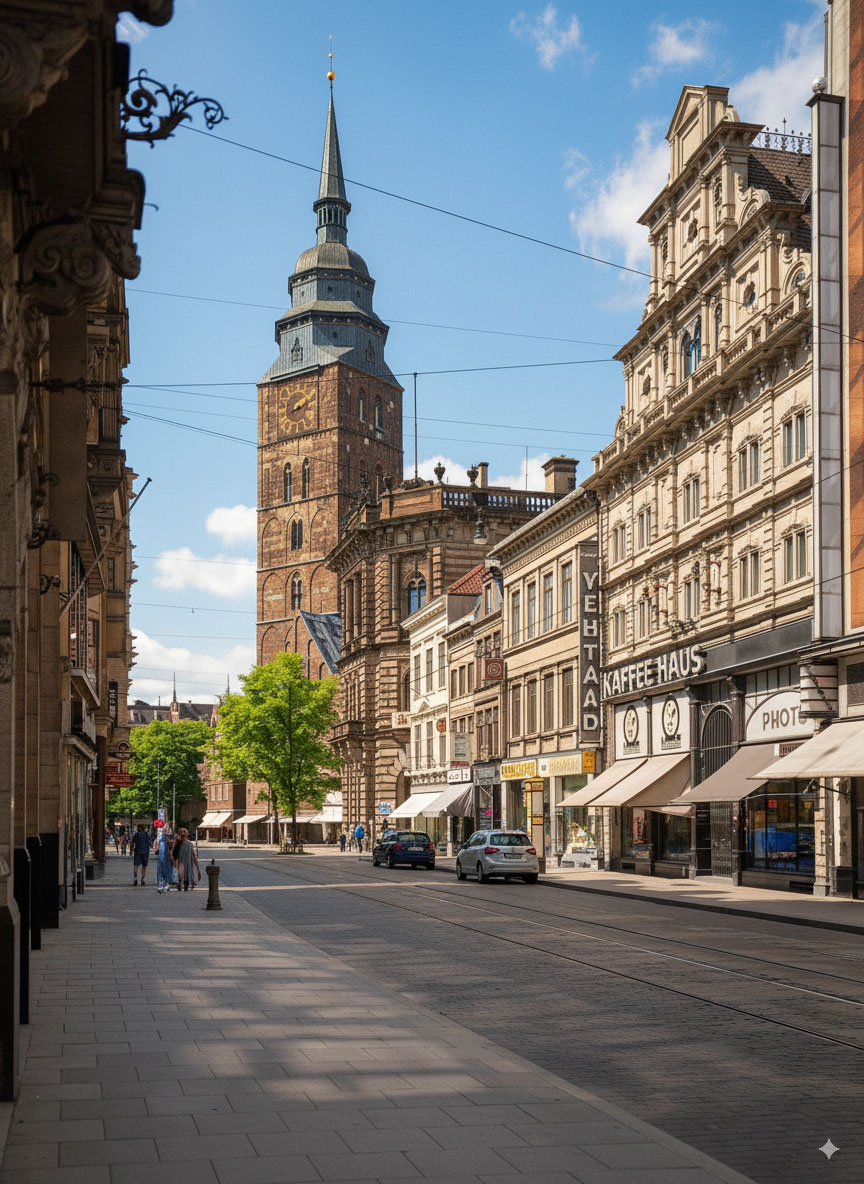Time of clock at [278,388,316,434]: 8:11
